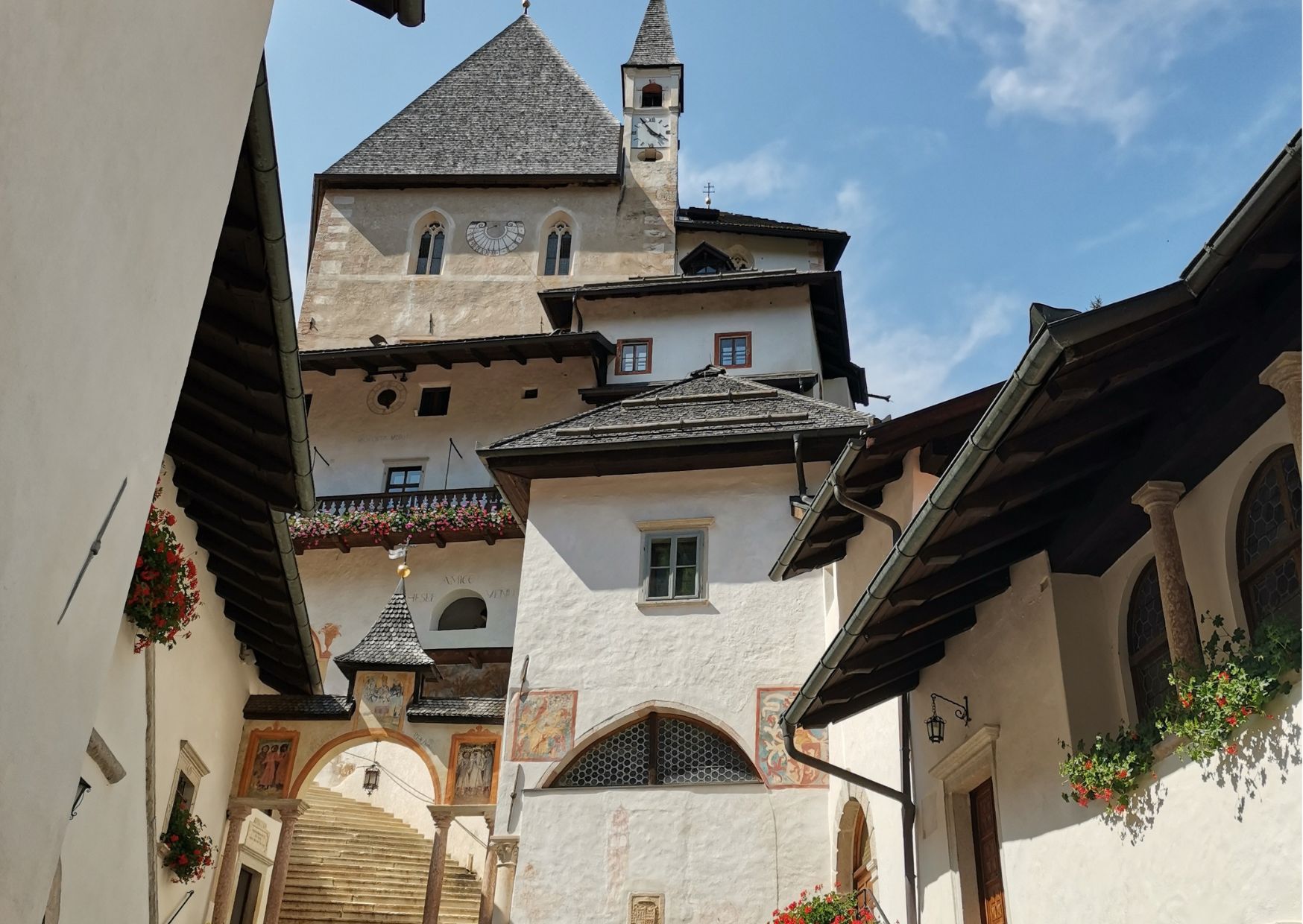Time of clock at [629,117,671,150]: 3:54
